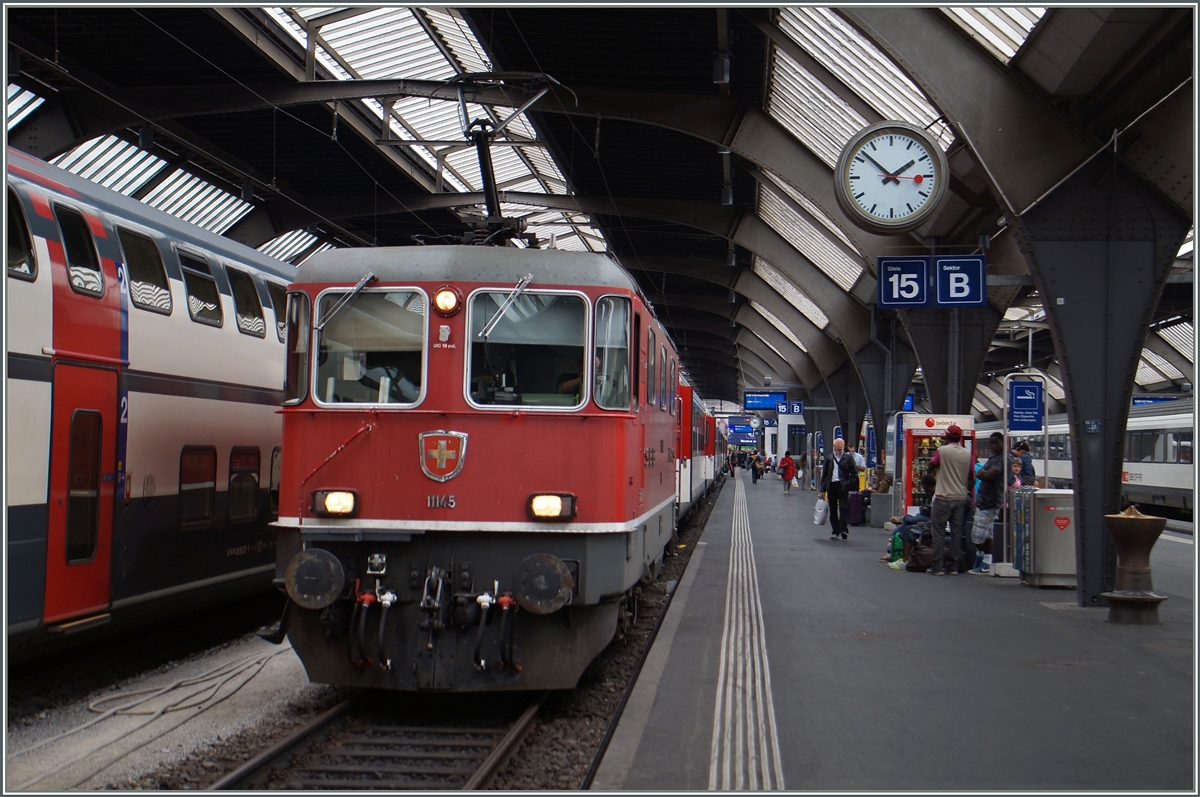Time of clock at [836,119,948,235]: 1:52
